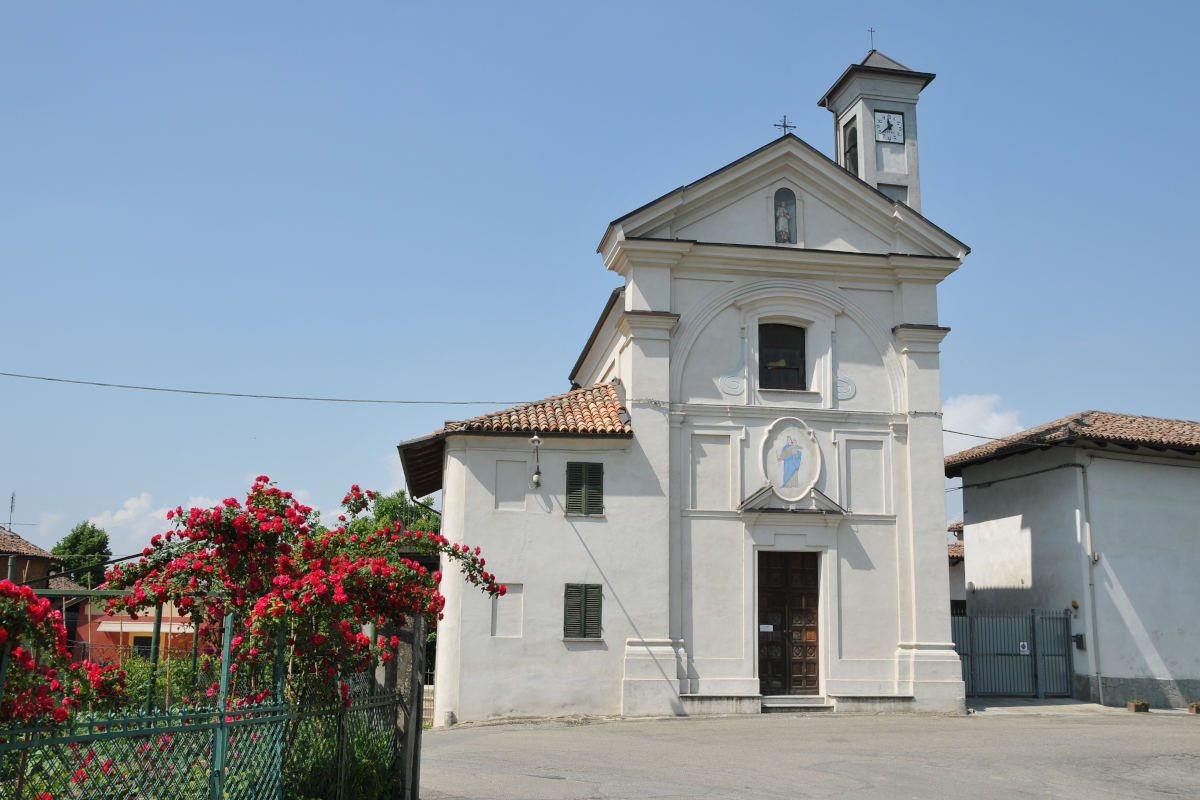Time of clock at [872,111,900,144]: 11:38
